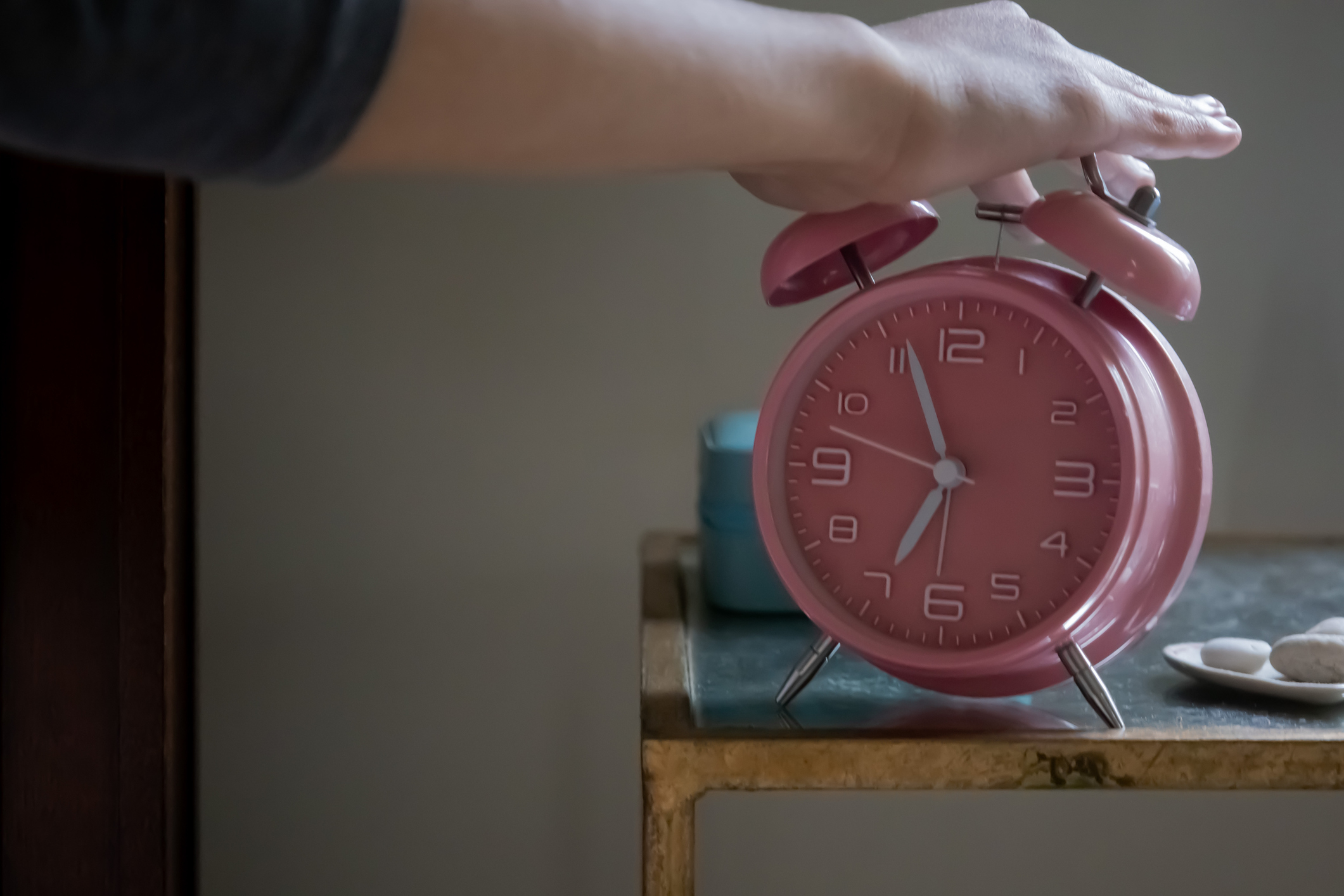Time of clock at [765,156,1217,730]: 6:56
